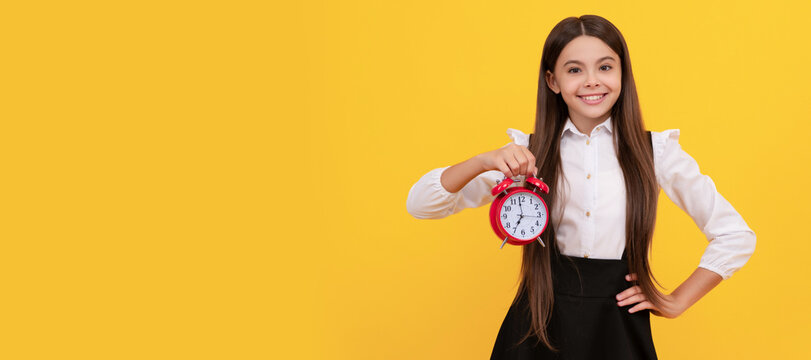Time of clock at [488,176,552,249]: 6:59
